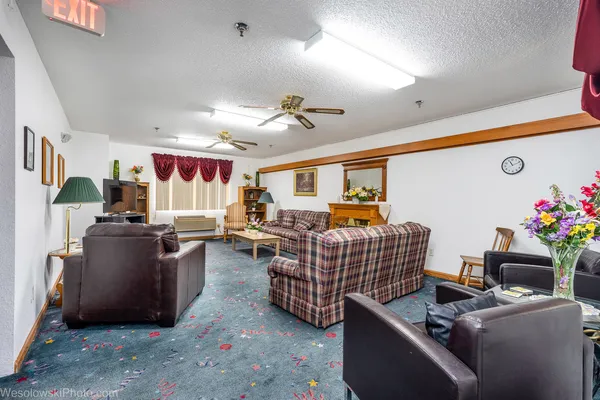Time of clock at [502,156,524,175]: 11:11
